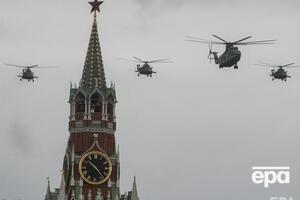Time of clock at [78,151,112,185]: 10:23
